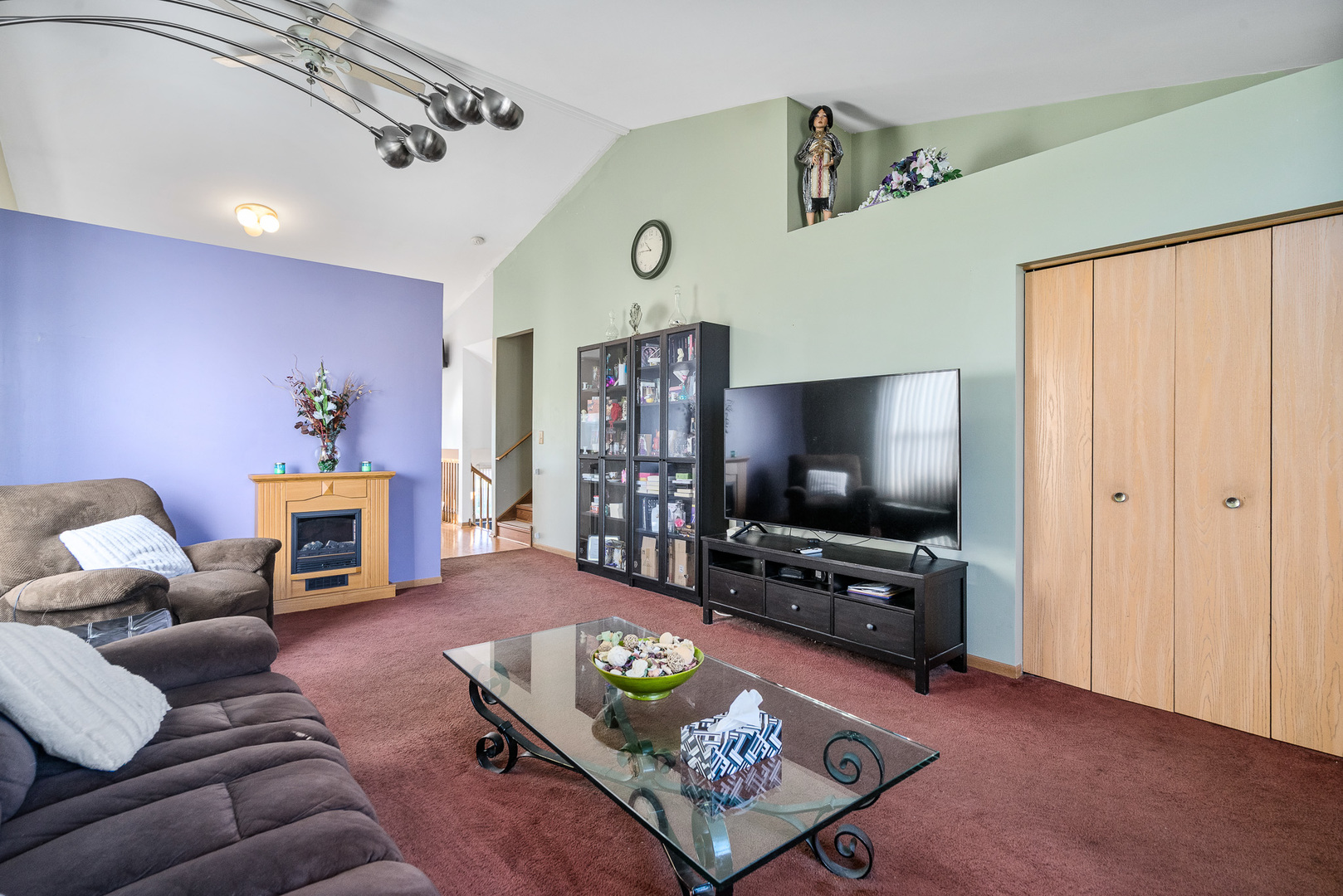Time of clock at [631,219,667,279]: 10:45
